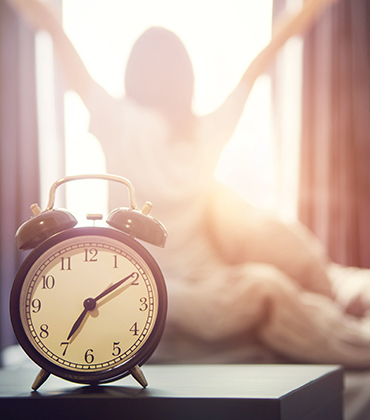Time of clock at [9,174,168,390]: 7:09
